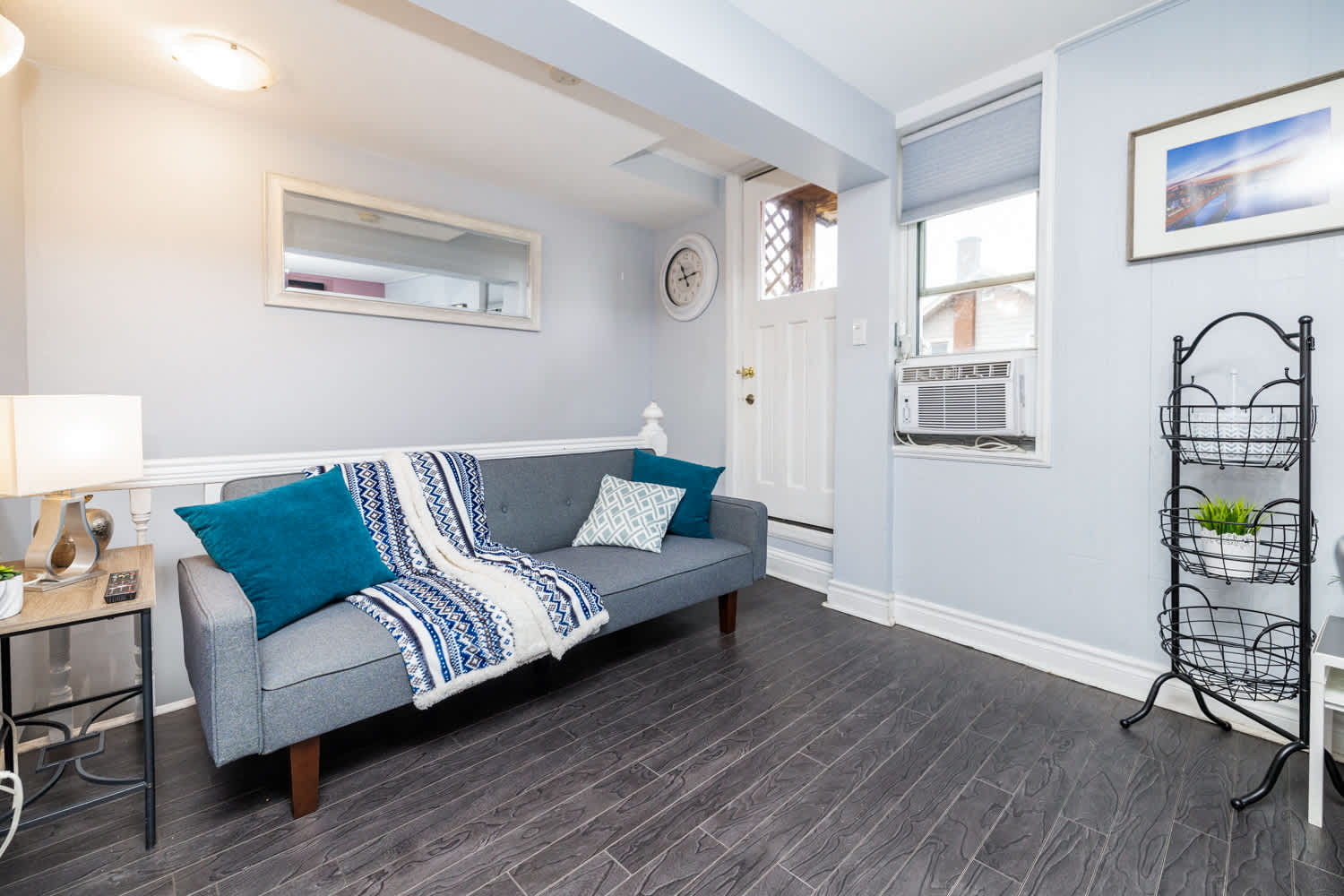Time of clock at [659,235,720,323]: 11:13
